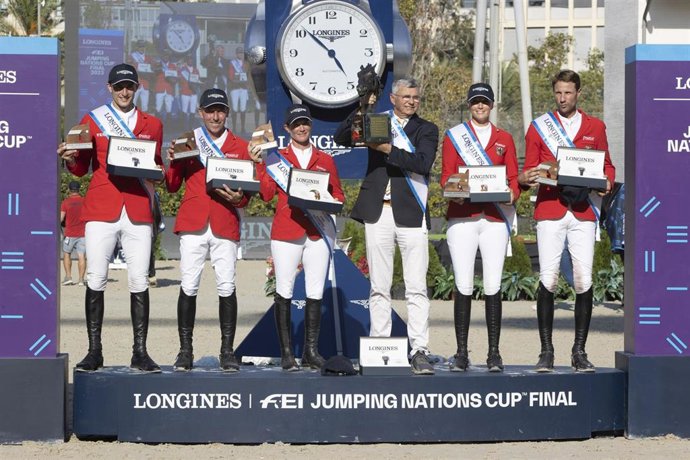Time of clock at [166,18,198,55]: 4:52
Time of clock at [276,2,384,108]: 4:51
